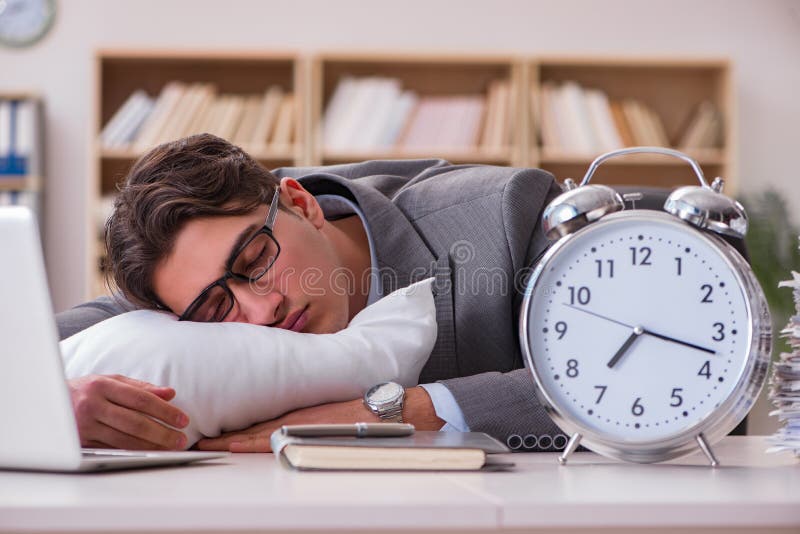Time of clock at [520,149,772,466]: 7:17
